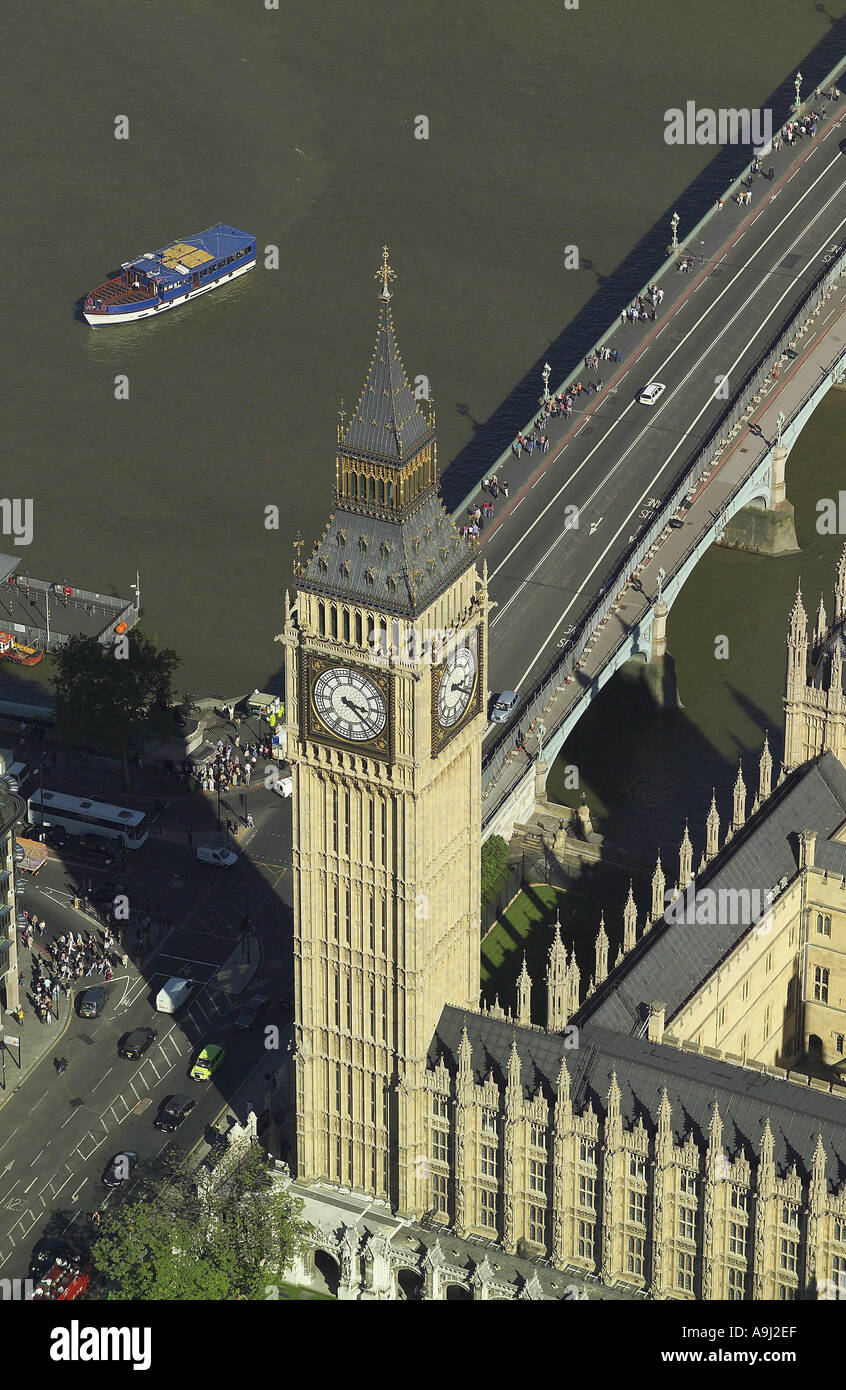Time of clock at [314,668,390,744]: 3:22
